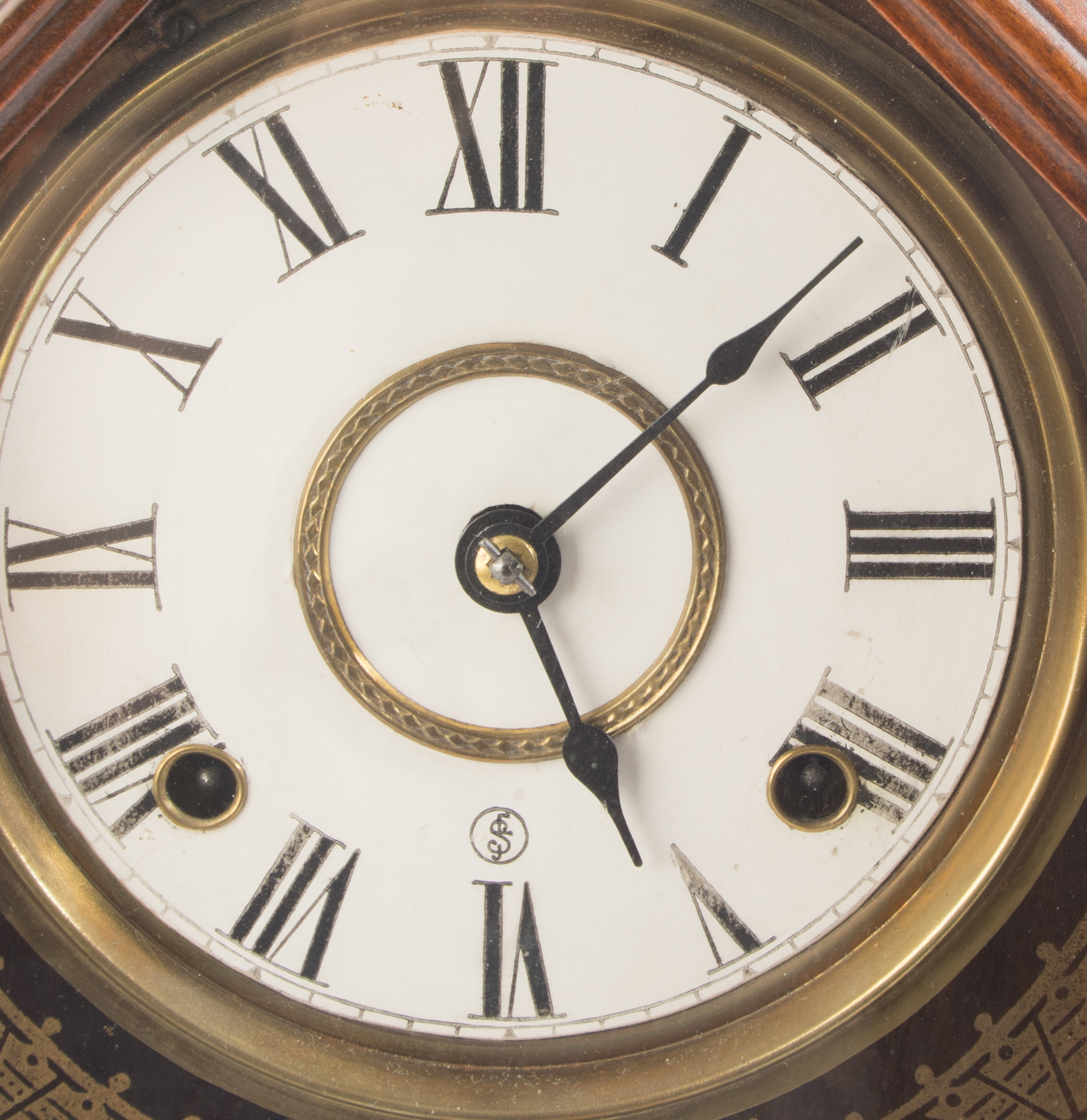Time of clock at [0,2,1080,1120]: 5:08
